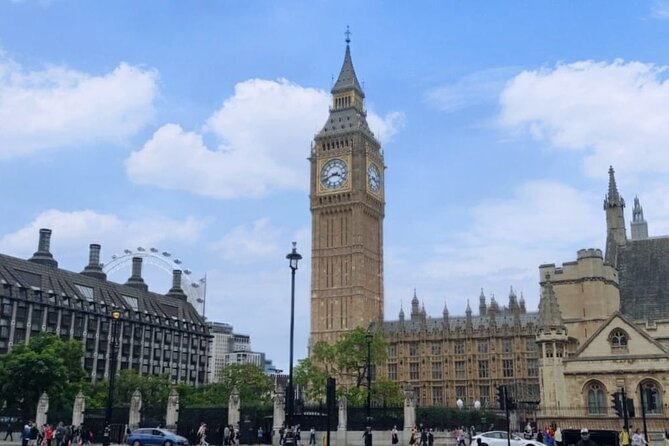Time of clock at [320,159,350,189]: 3:41
